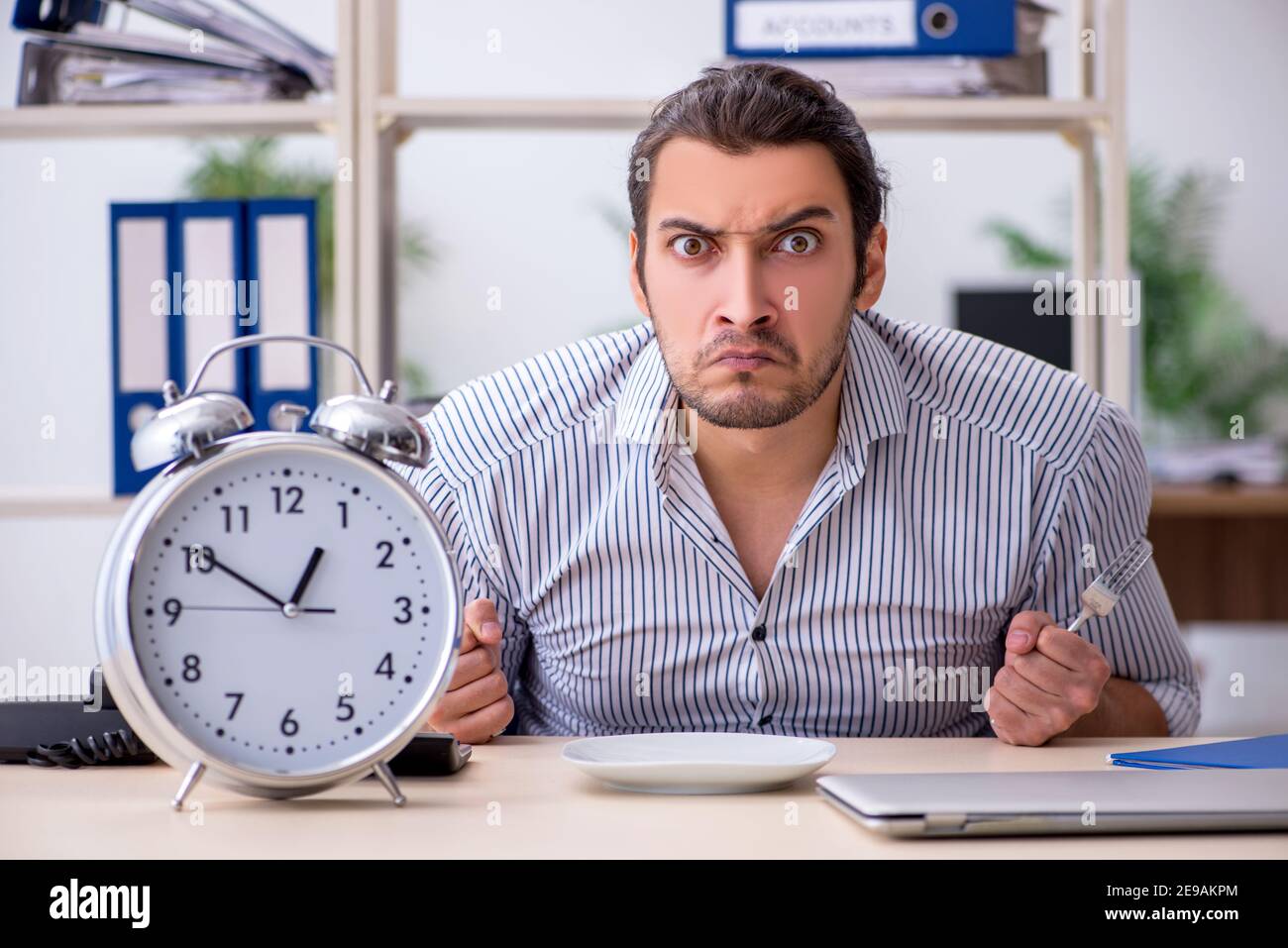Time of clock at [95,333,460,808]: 12:50
